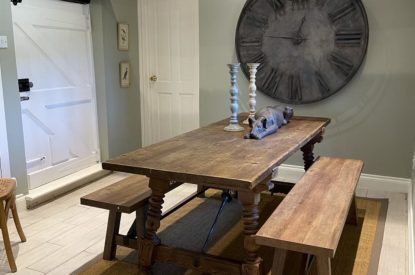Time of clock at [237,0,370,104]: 12:46
